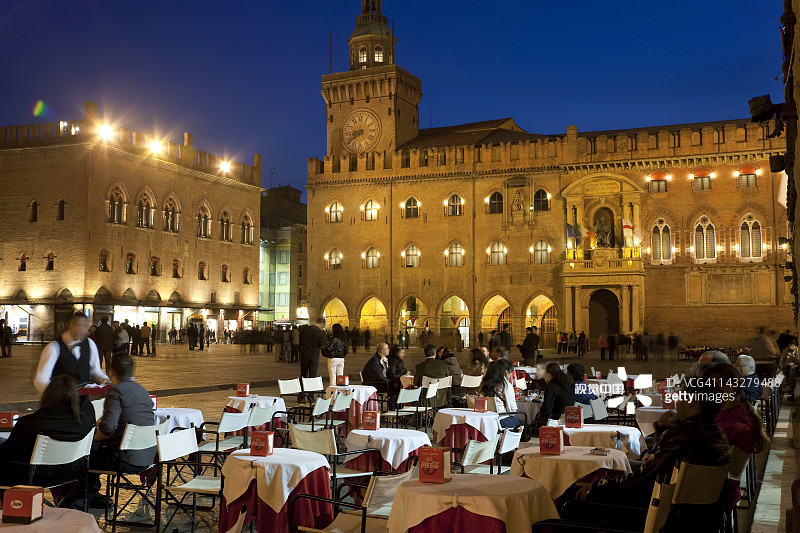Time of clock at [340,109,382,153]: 8:38
